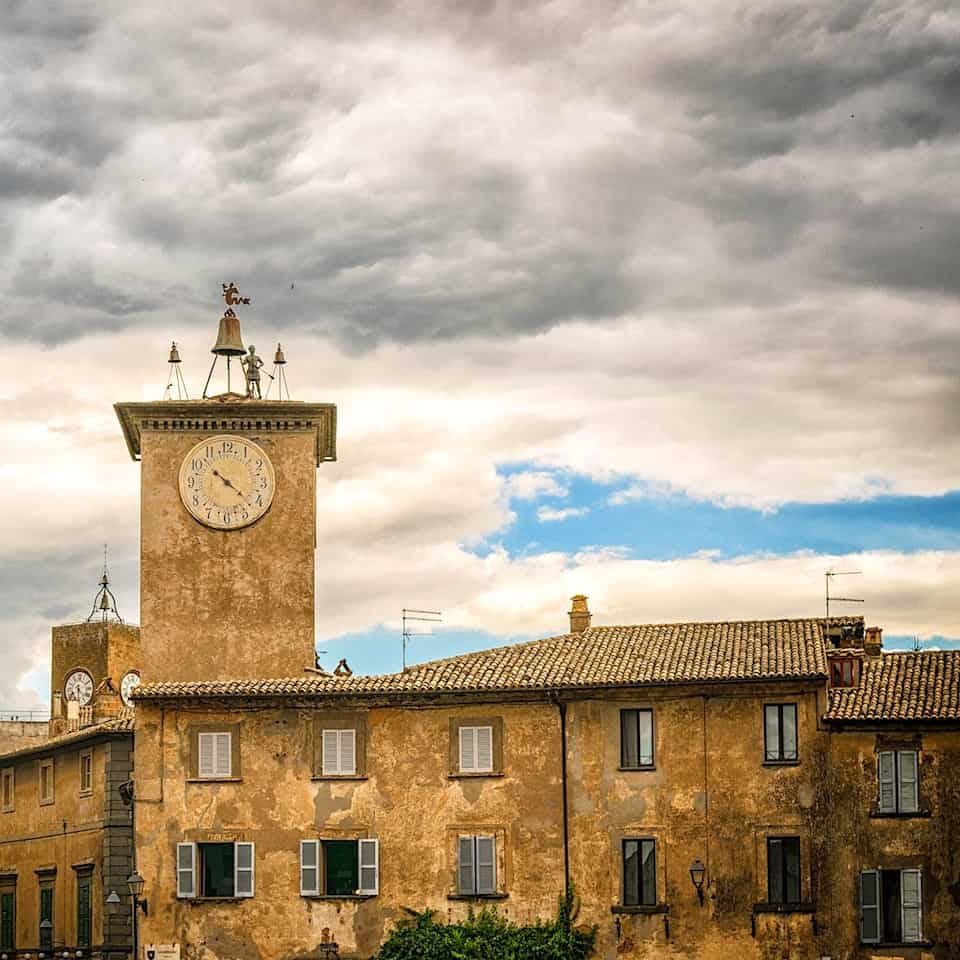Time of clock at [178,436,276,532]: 10:21
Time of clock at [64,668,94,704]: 4:29
